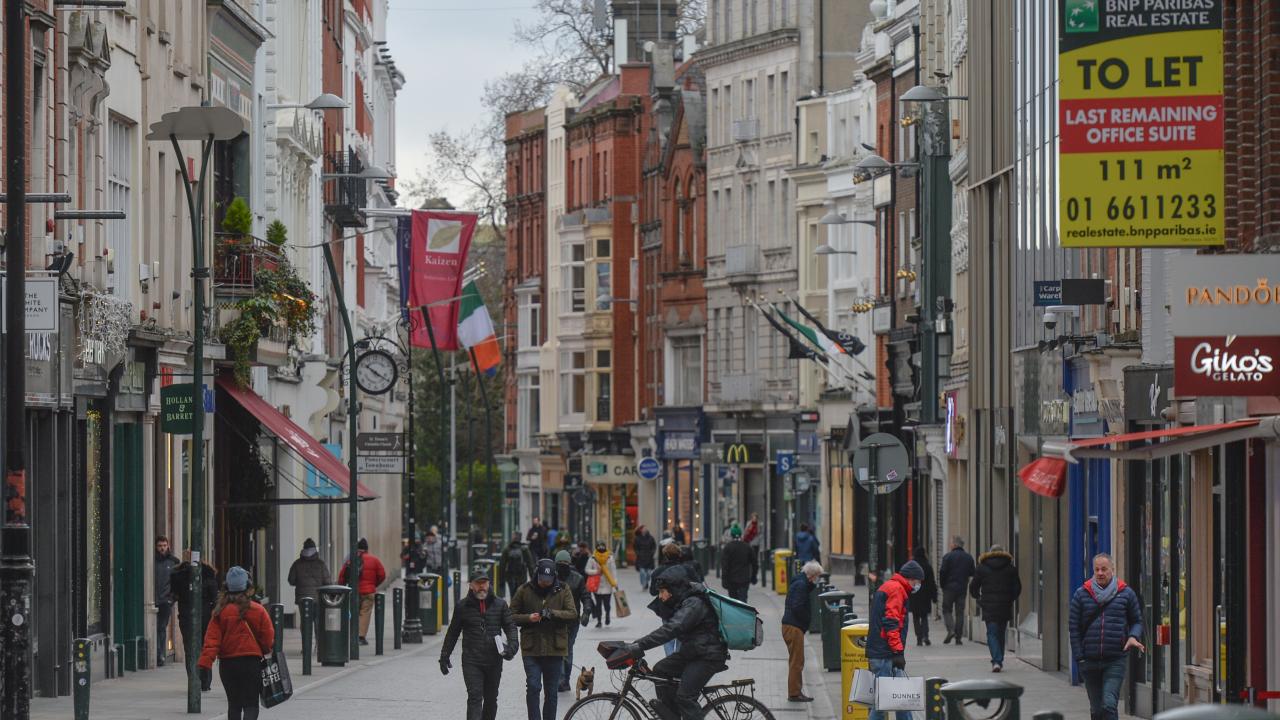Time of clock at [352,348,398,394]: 10:20
